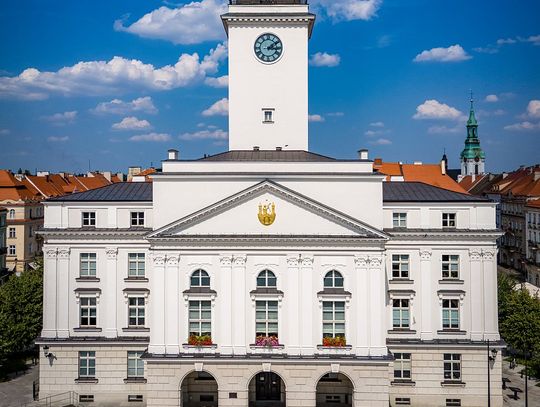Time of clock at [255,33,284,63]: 3:09
